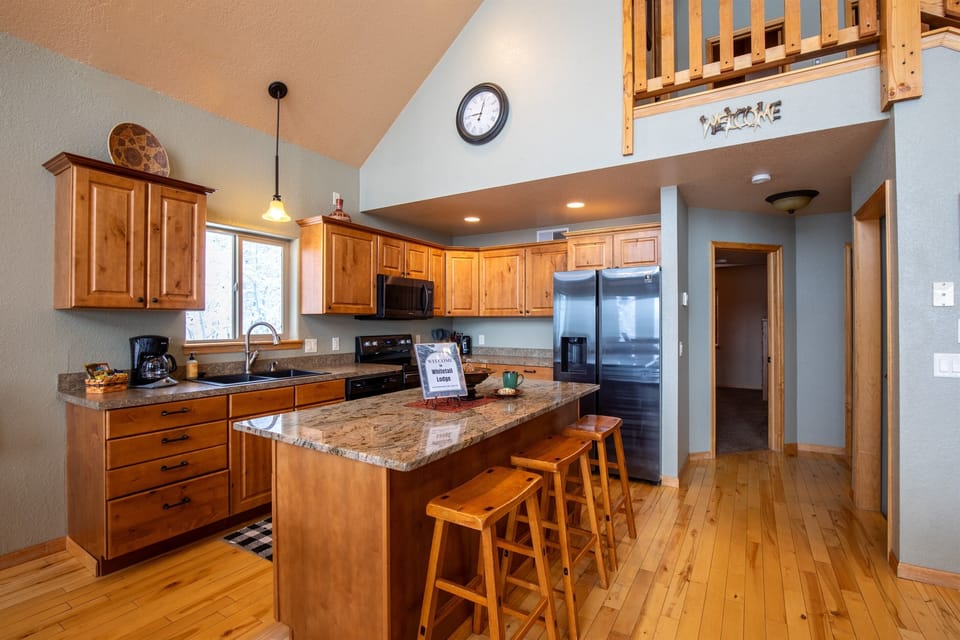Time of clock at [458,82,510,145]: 9:02
